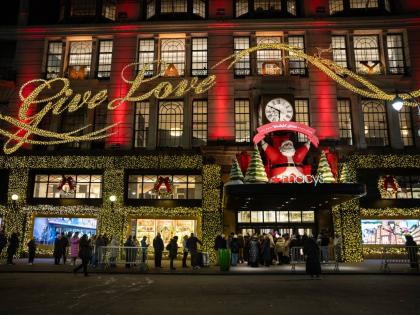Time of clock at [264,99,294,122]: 5:49
